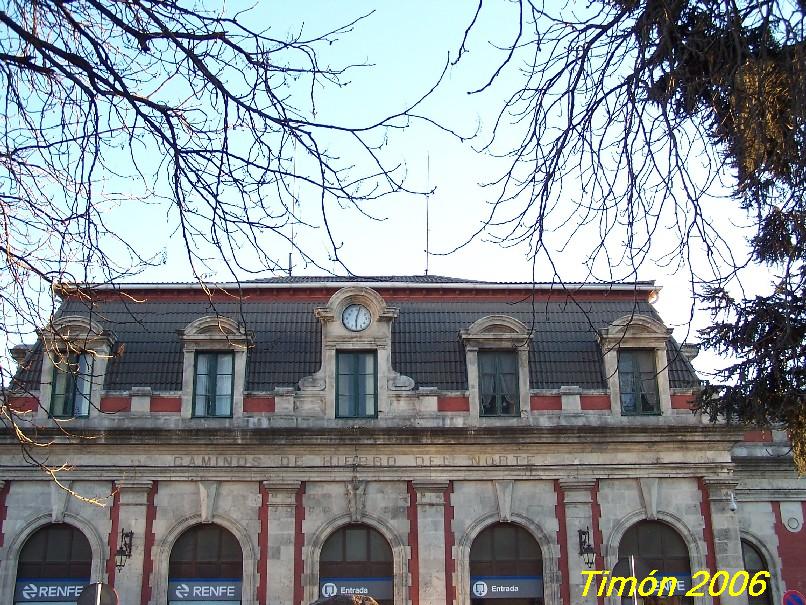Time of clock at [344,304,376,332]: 6:03
